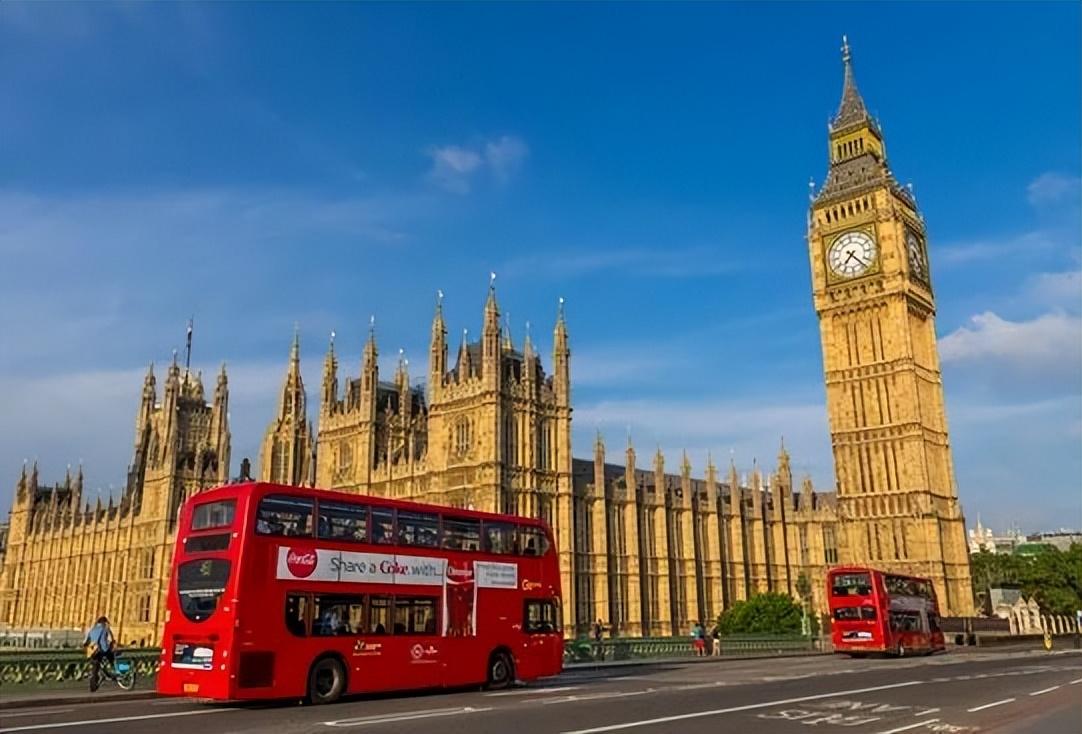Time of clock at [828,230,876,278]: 7:23
